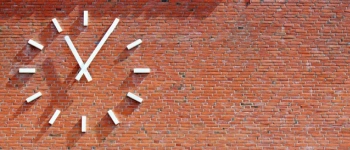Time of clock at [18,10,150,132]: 11:05
